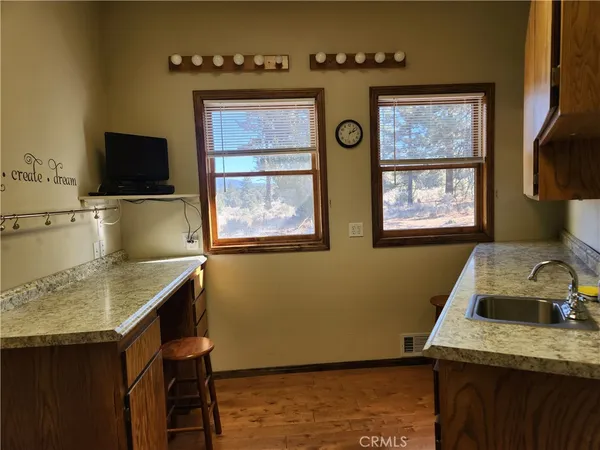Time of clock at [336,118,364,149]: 2:07
